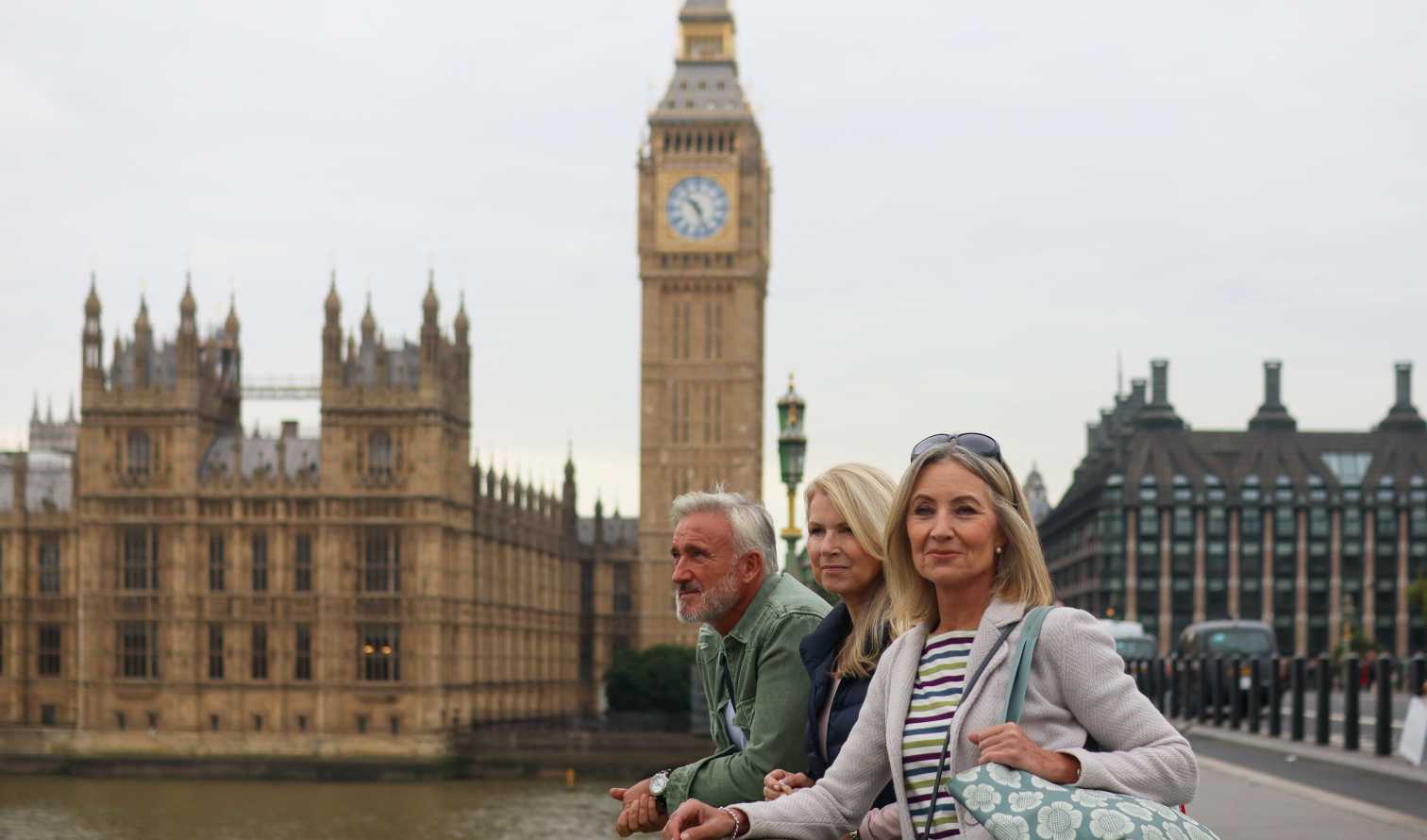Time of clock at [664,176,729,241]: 10:26
